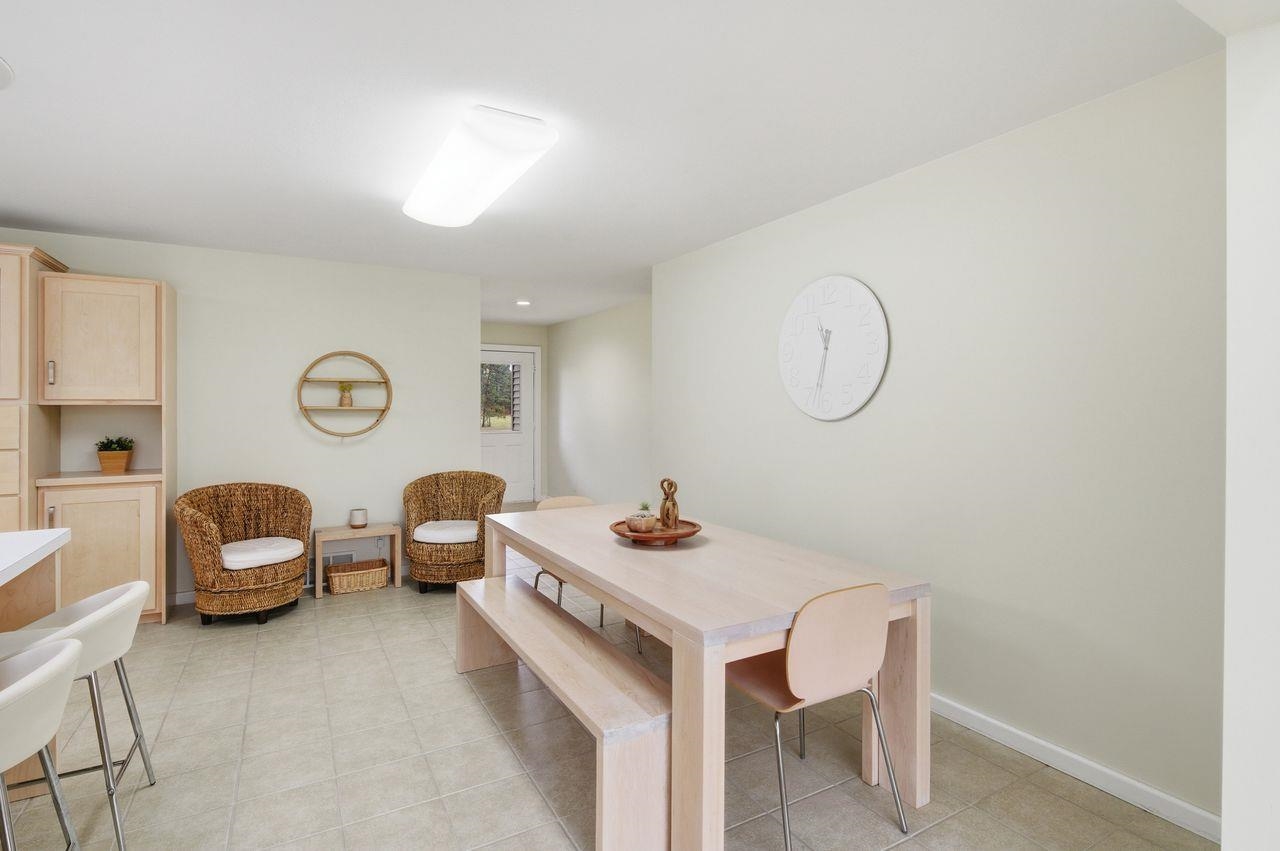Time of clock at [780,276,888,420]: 11:32
